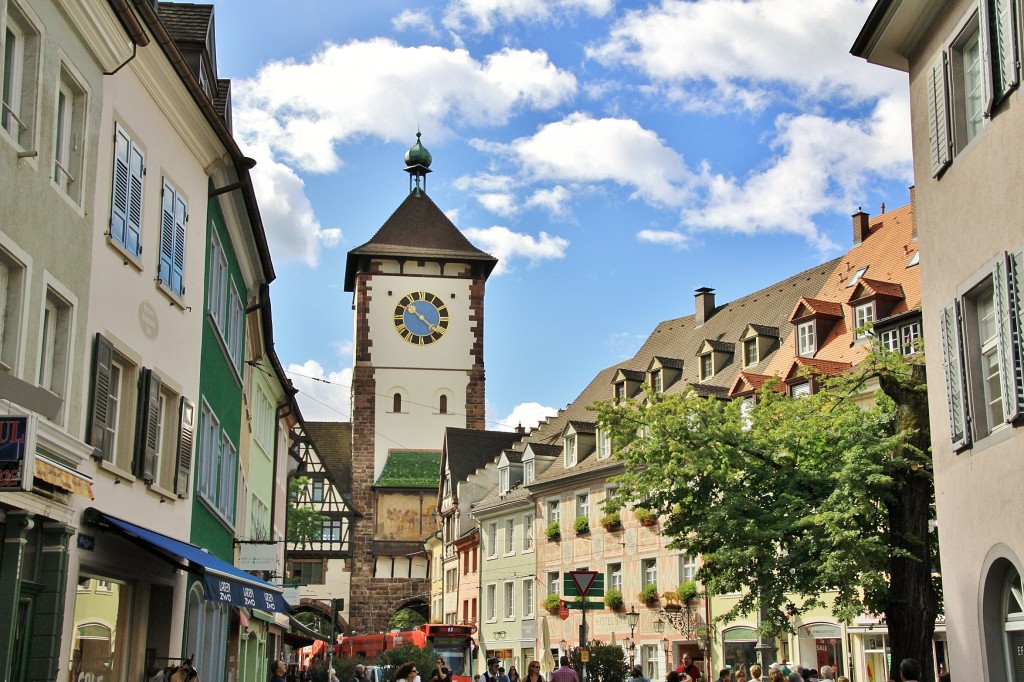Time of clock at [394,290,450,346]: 10:21
